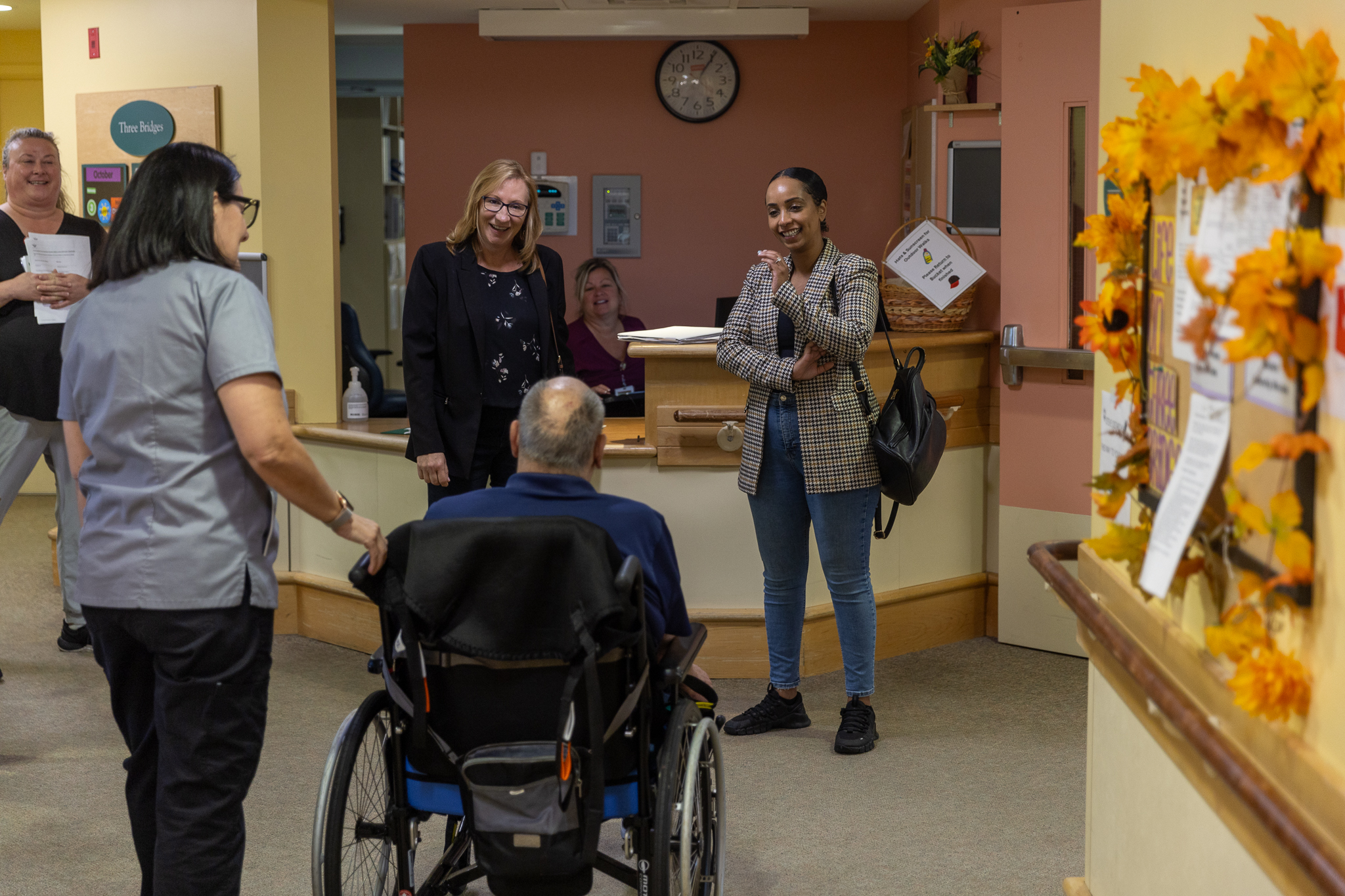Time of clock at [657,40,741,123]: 1:05
